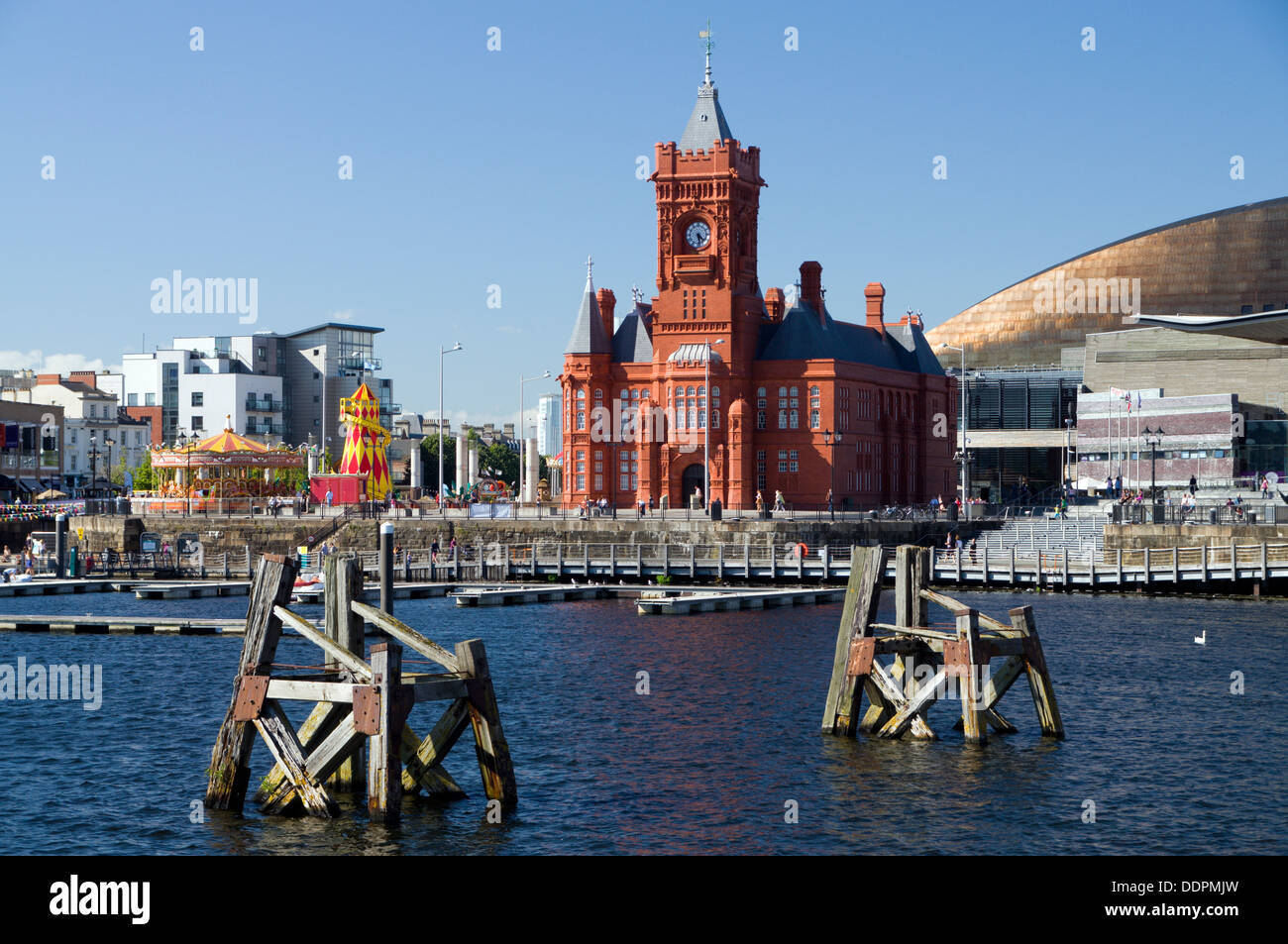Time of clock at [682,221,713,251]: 4:28
